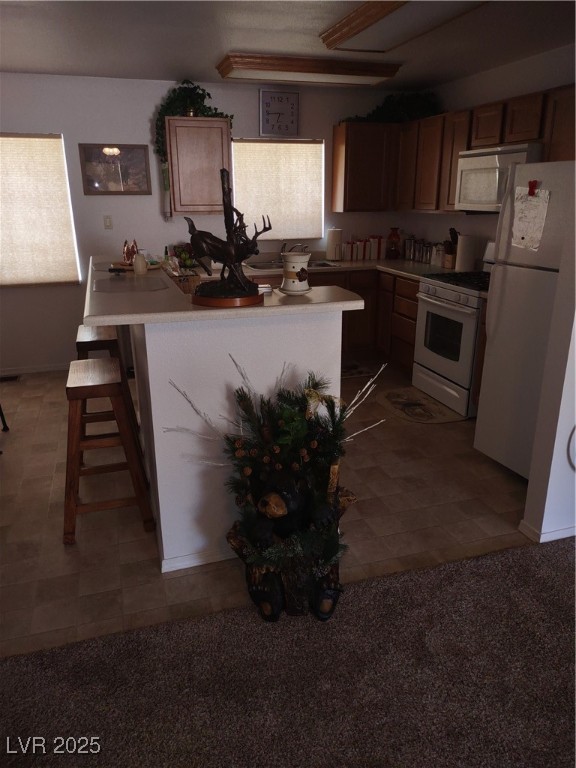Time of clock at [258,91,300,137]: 6:44
